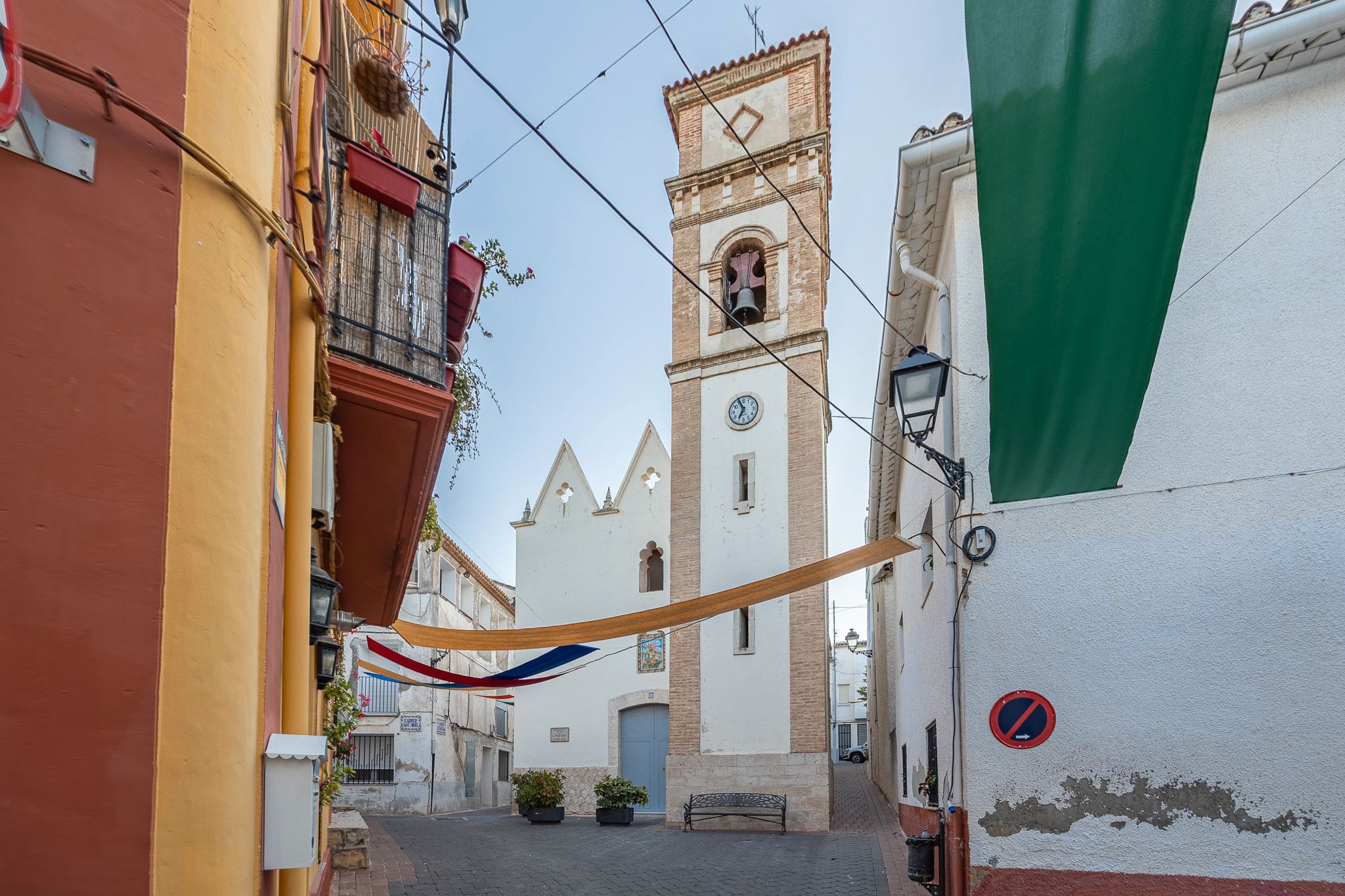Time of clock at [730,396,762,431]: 6:56
